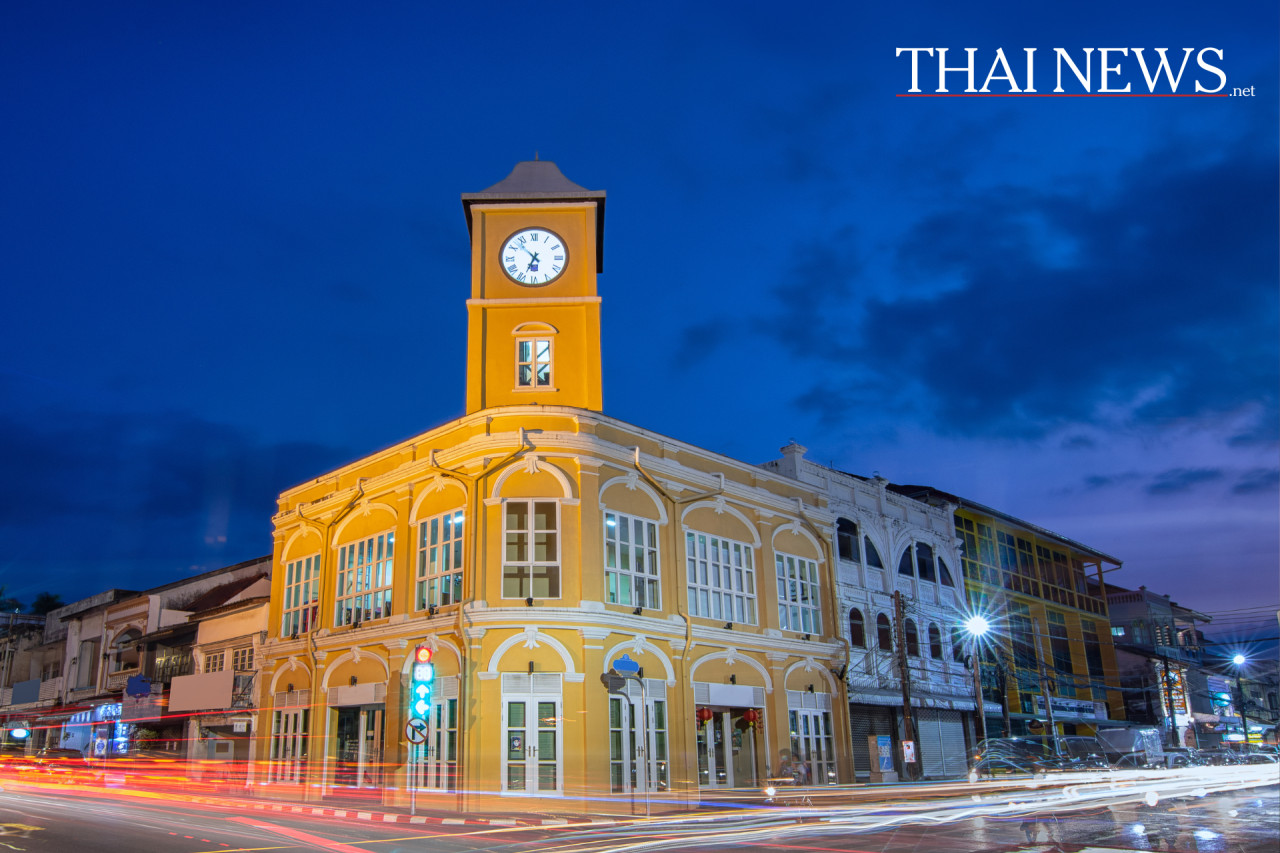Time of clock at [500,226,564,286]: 6:52
